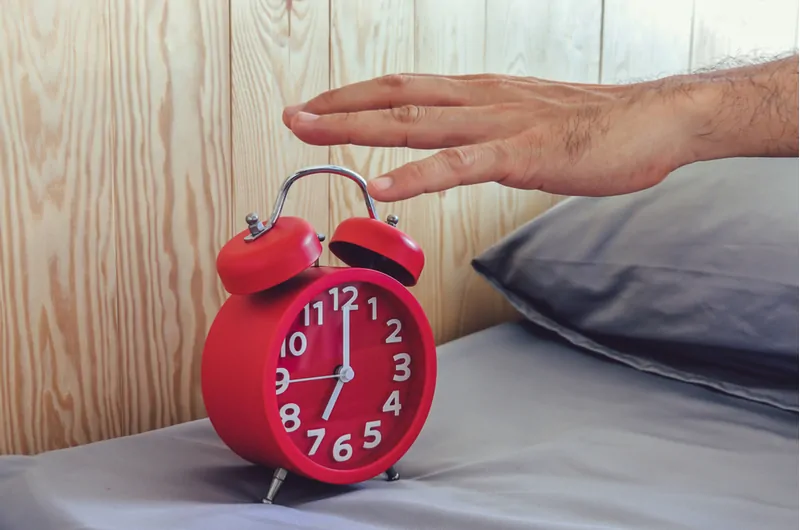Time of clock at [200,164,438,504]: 7:00
